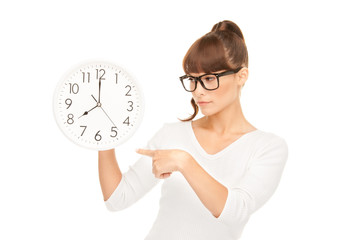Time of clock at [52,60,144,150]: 7:59
